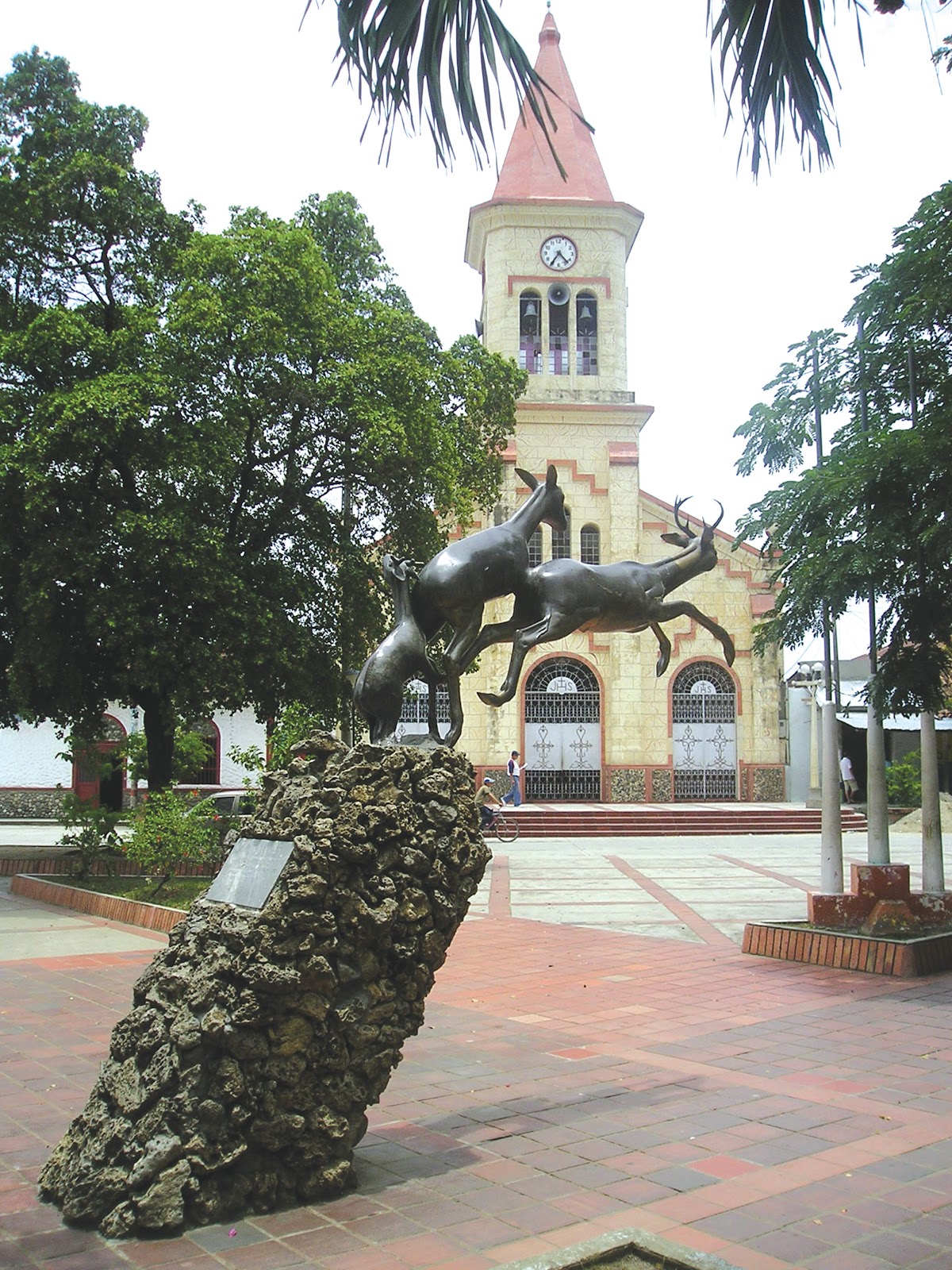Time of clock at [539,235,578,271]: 4:35
